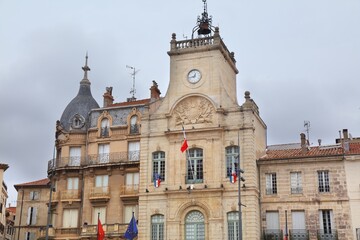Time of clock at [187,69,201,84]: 12:43
